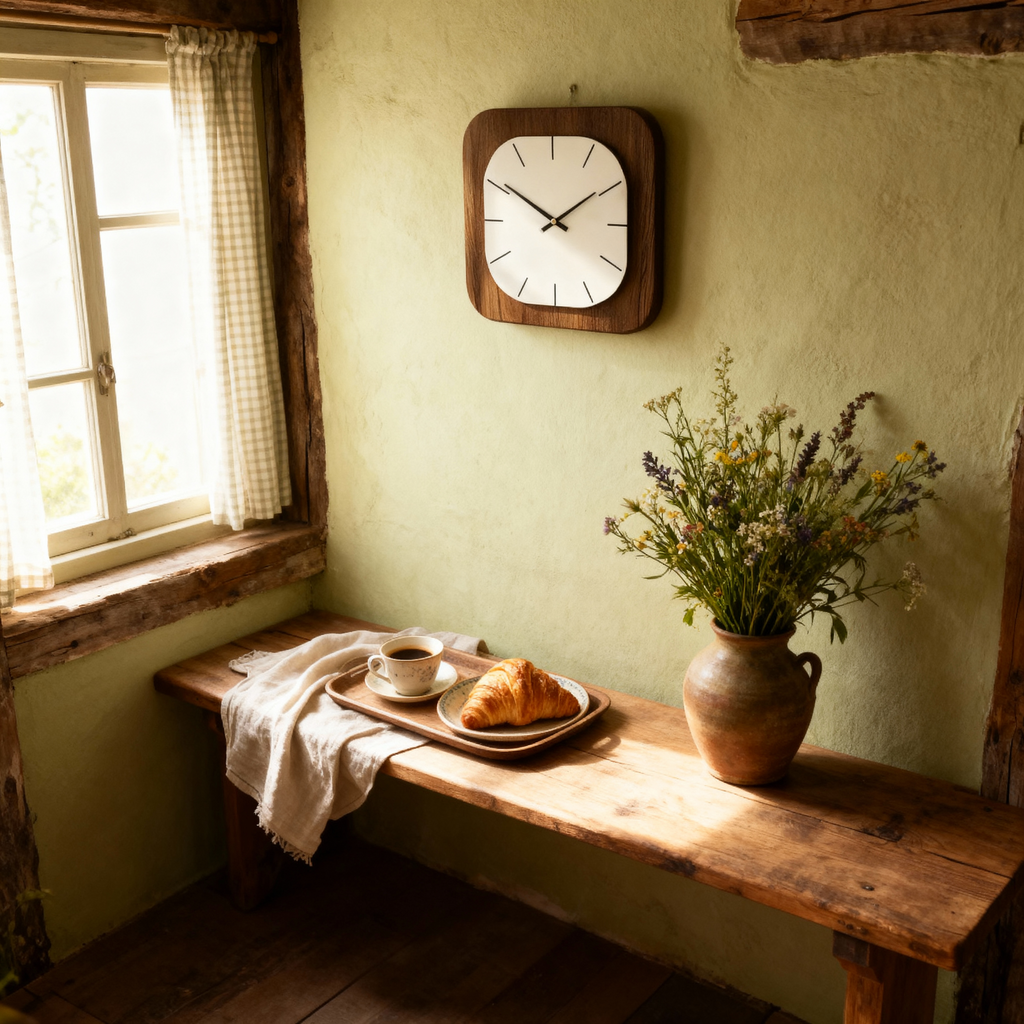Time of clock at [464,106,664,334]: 1:50
